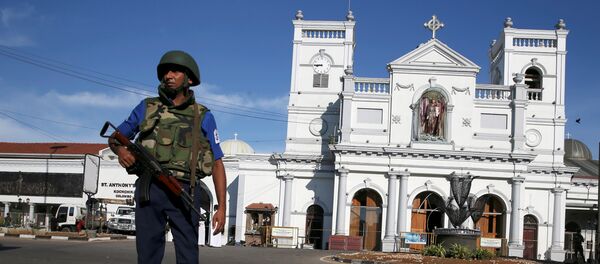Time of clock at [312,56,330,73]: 8:45
